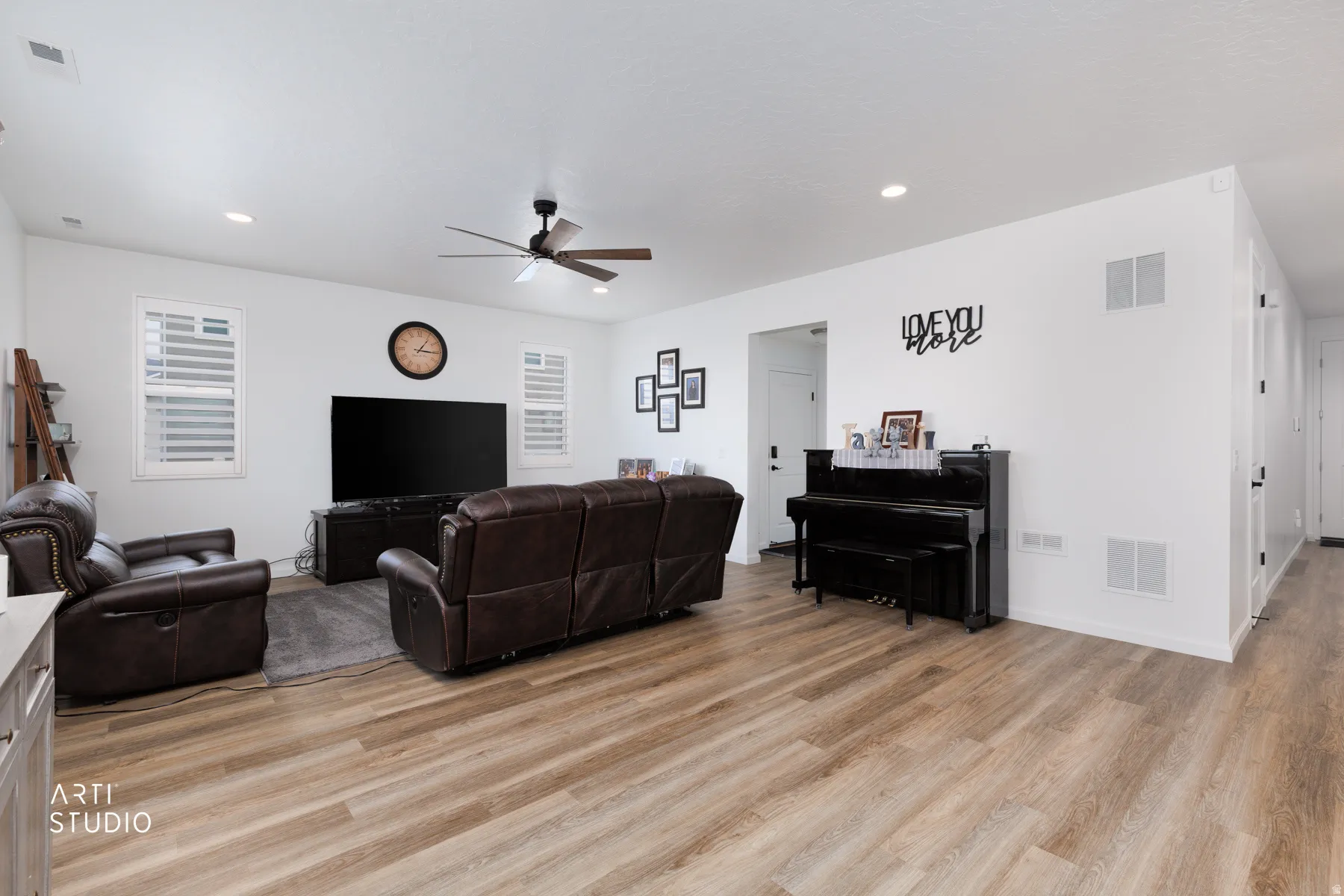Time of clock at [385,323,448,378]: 1:15
